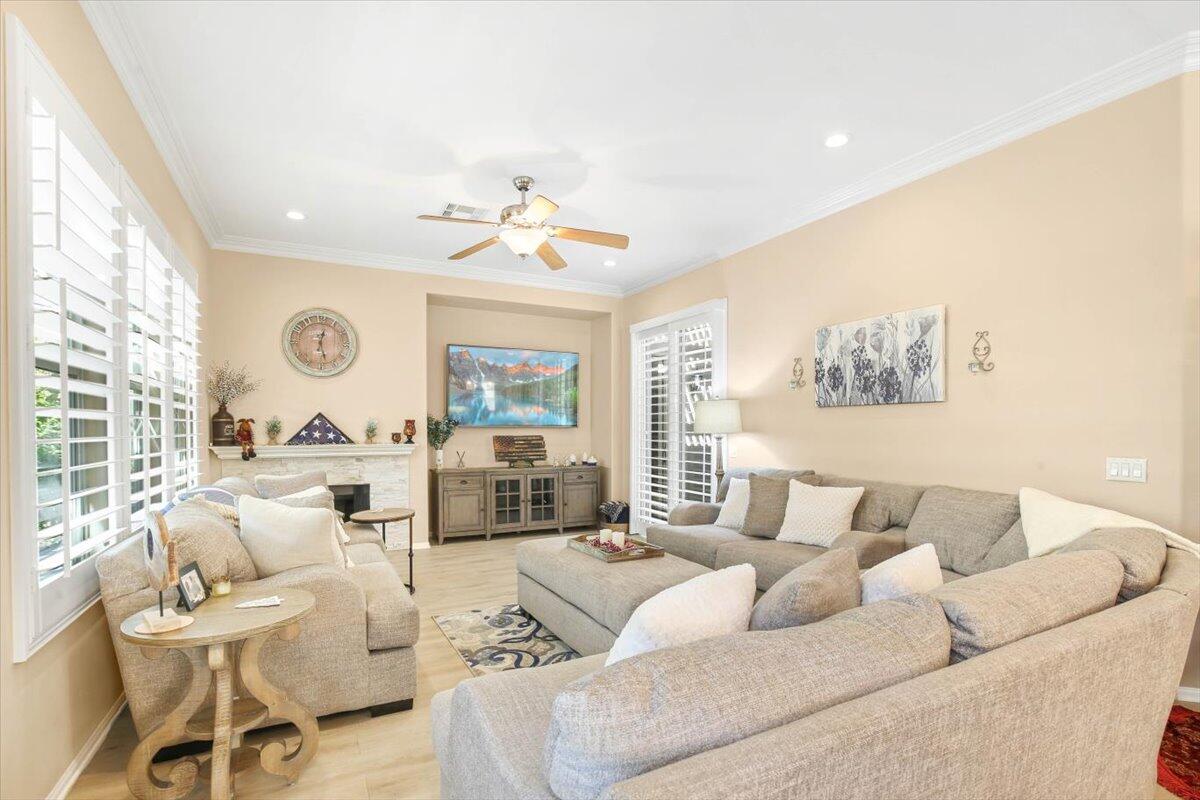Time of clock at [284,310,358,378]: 12:27
